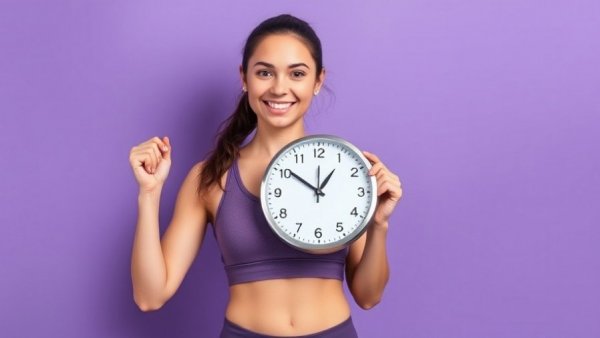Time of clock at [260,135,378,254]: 12:50
